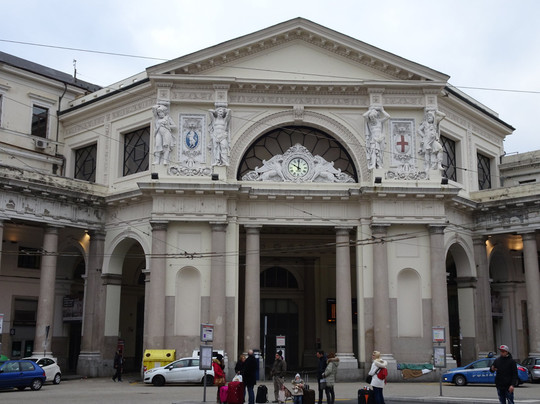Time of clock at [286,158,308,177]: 10:00
